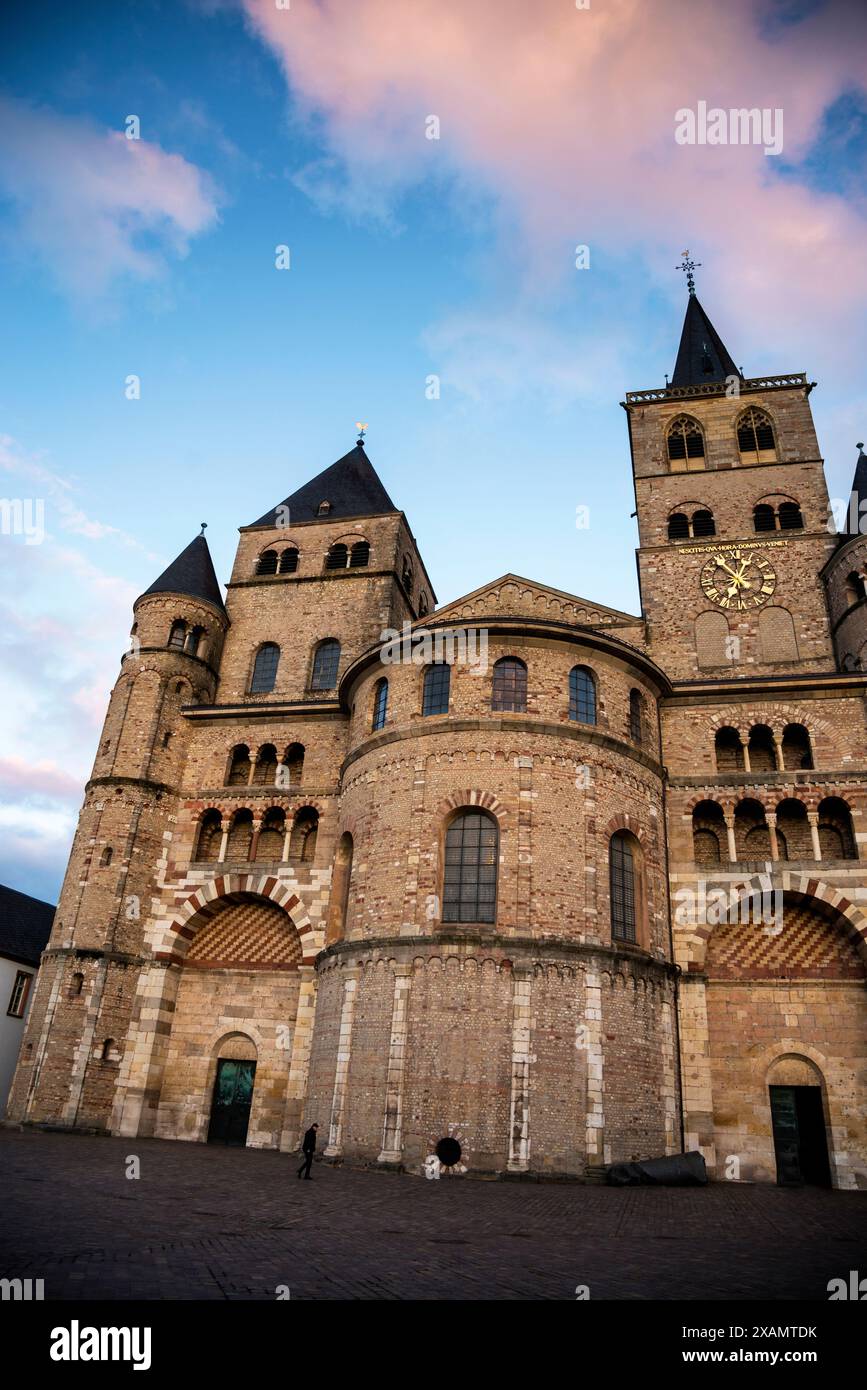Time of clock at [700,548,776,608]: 12:52
